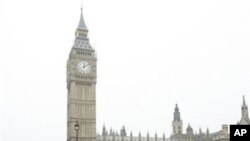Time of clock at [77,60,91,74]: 12:09
